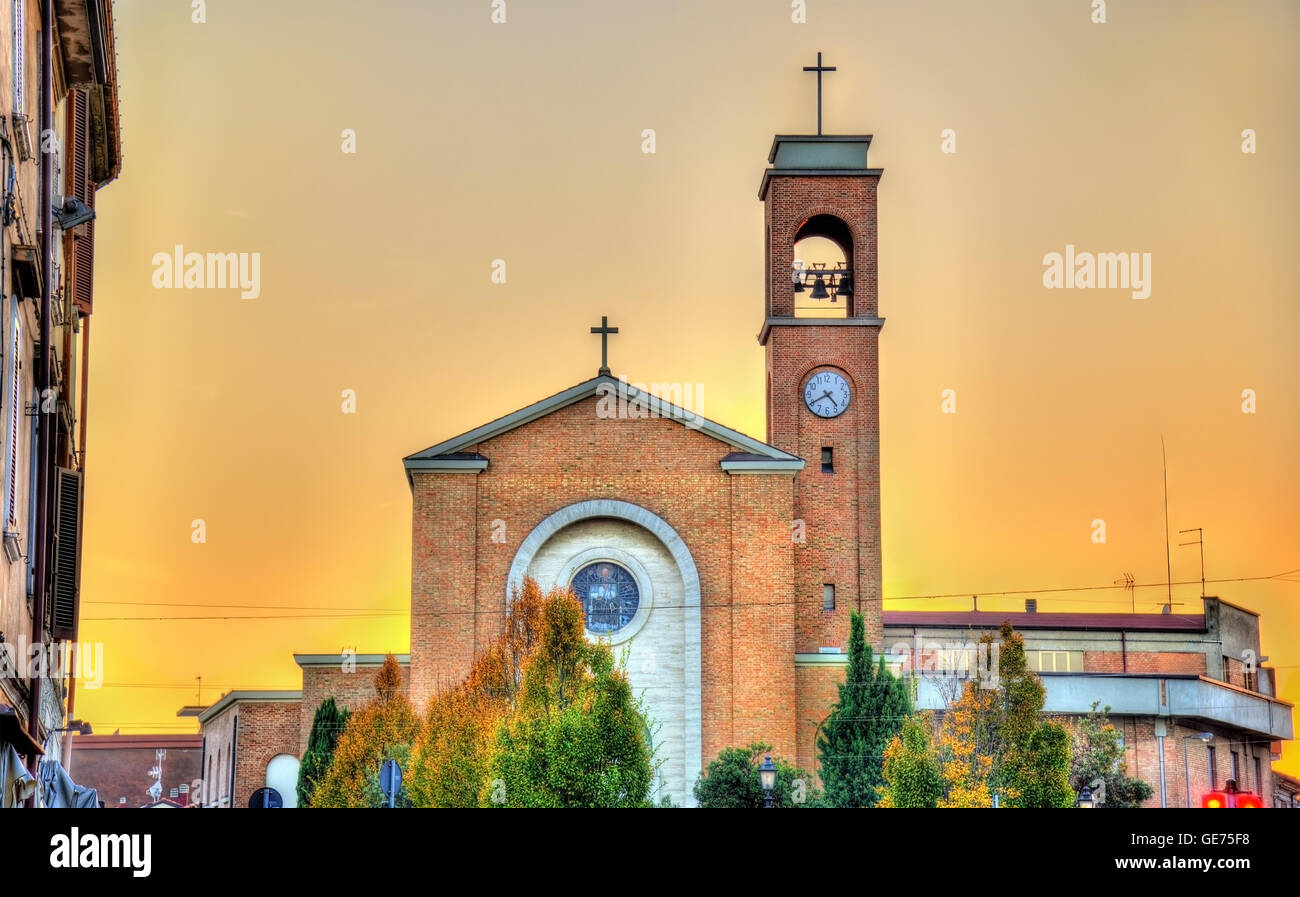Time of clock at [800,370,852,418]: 4:40
